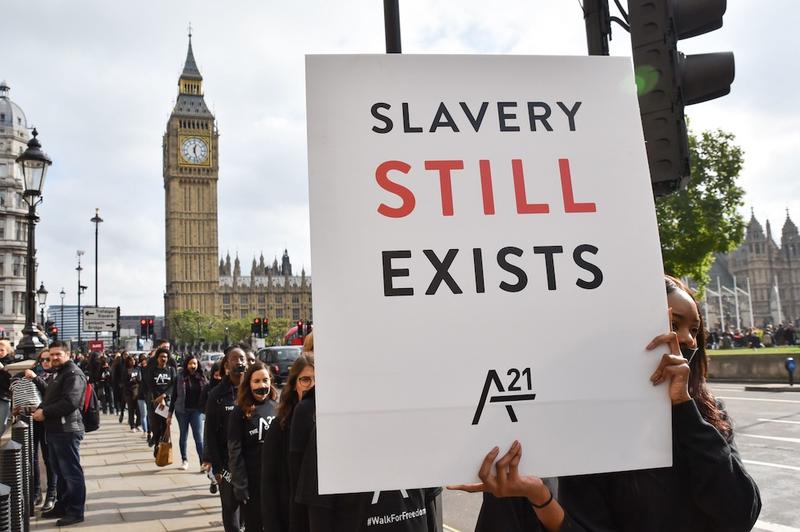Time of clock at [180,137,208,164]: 12:27
